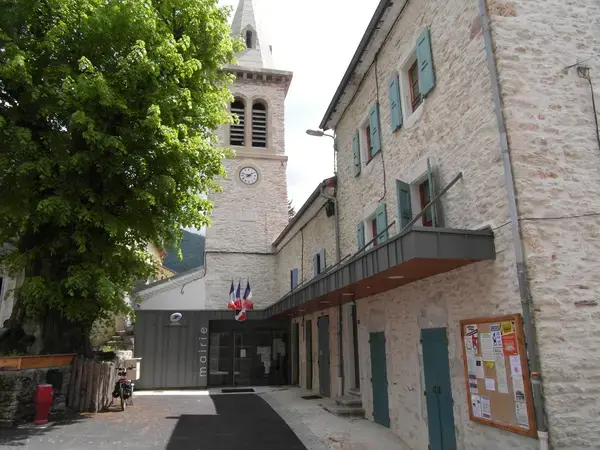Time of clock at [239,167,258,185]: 1:47
